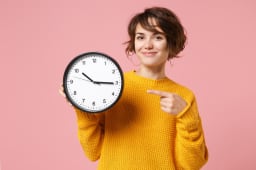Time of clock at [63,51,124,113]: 10:15
